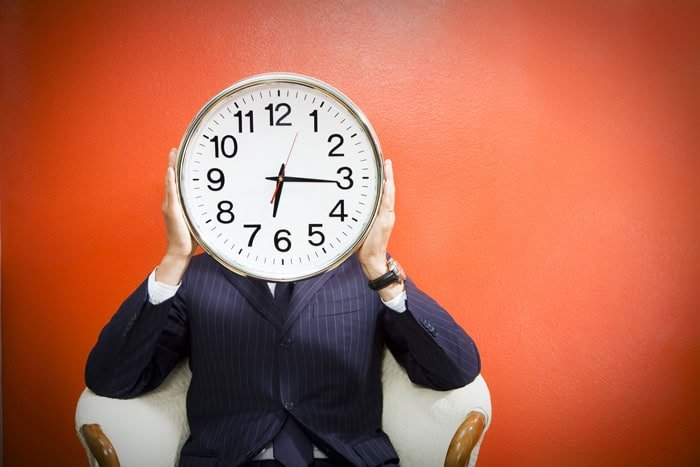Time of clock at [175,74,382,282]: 6:15
